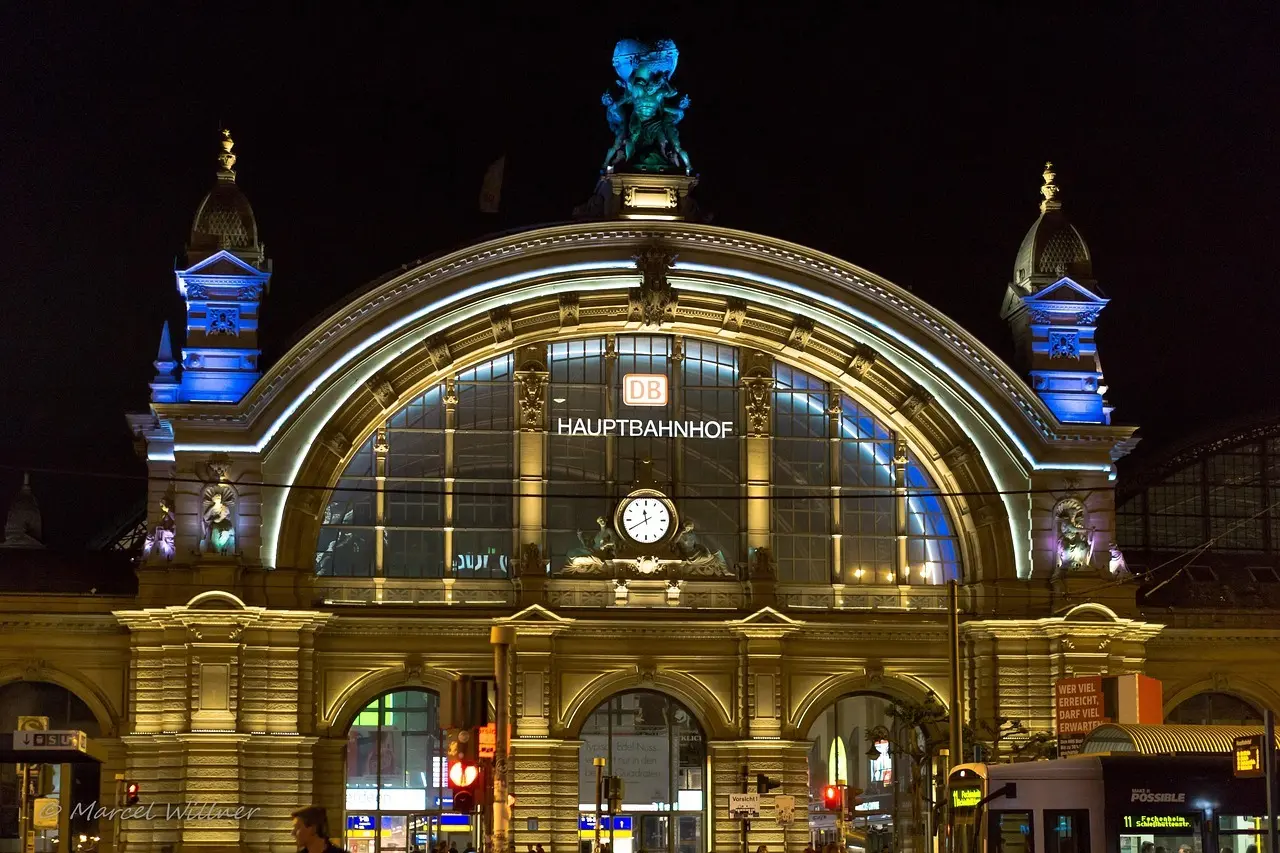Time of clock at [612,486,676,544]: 11:40
